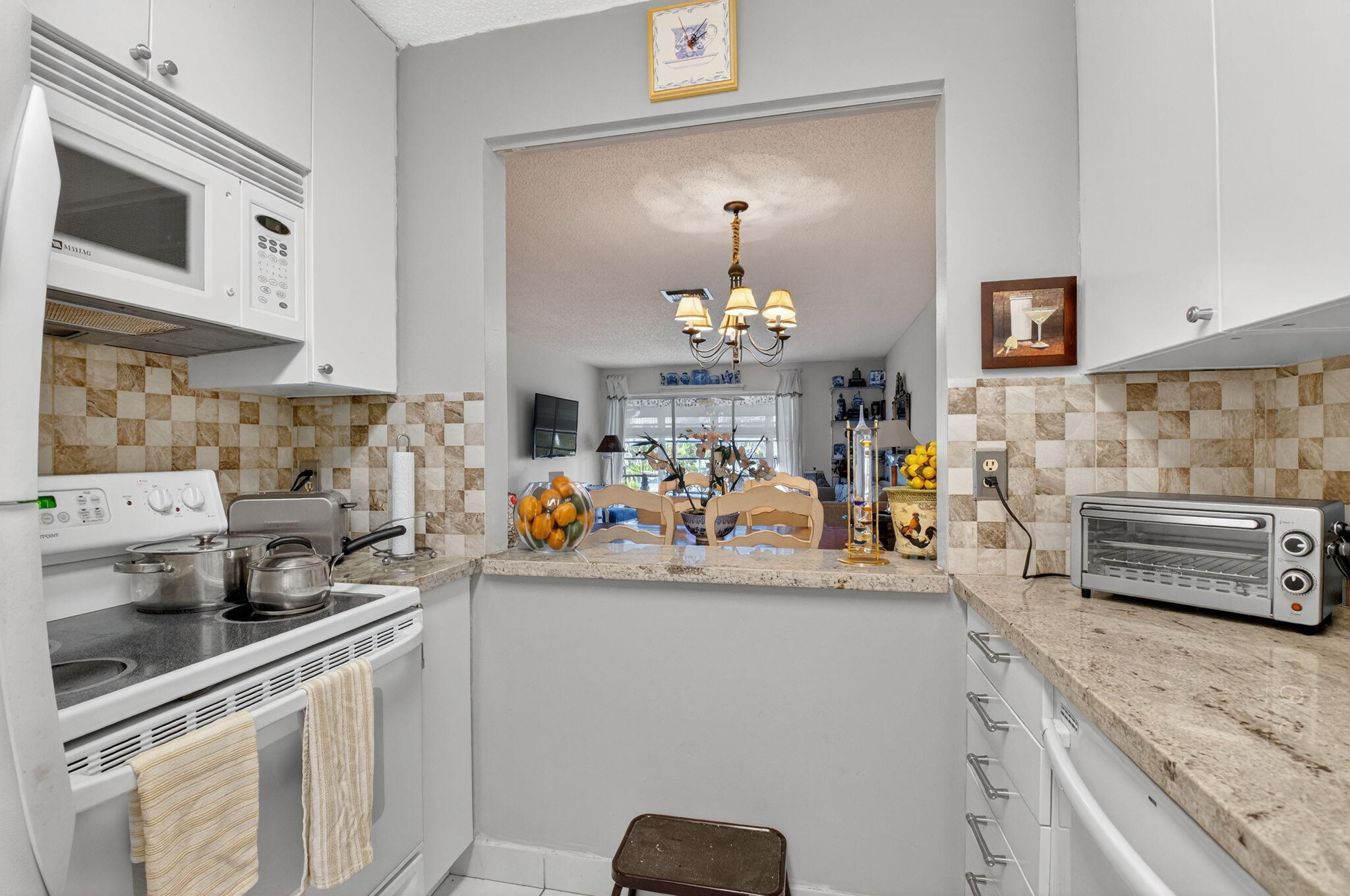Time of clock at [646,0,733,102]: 2:06
